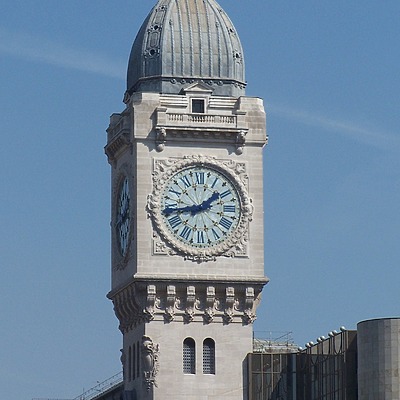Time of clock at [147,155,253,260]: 1:42
